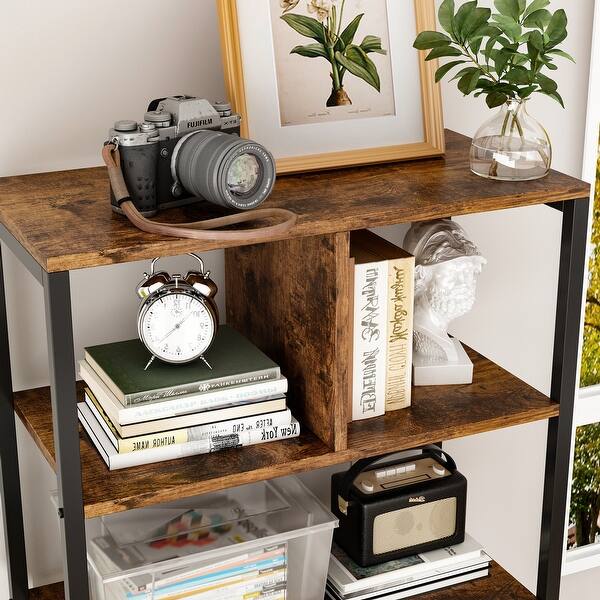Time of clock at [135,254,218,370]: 12:07
